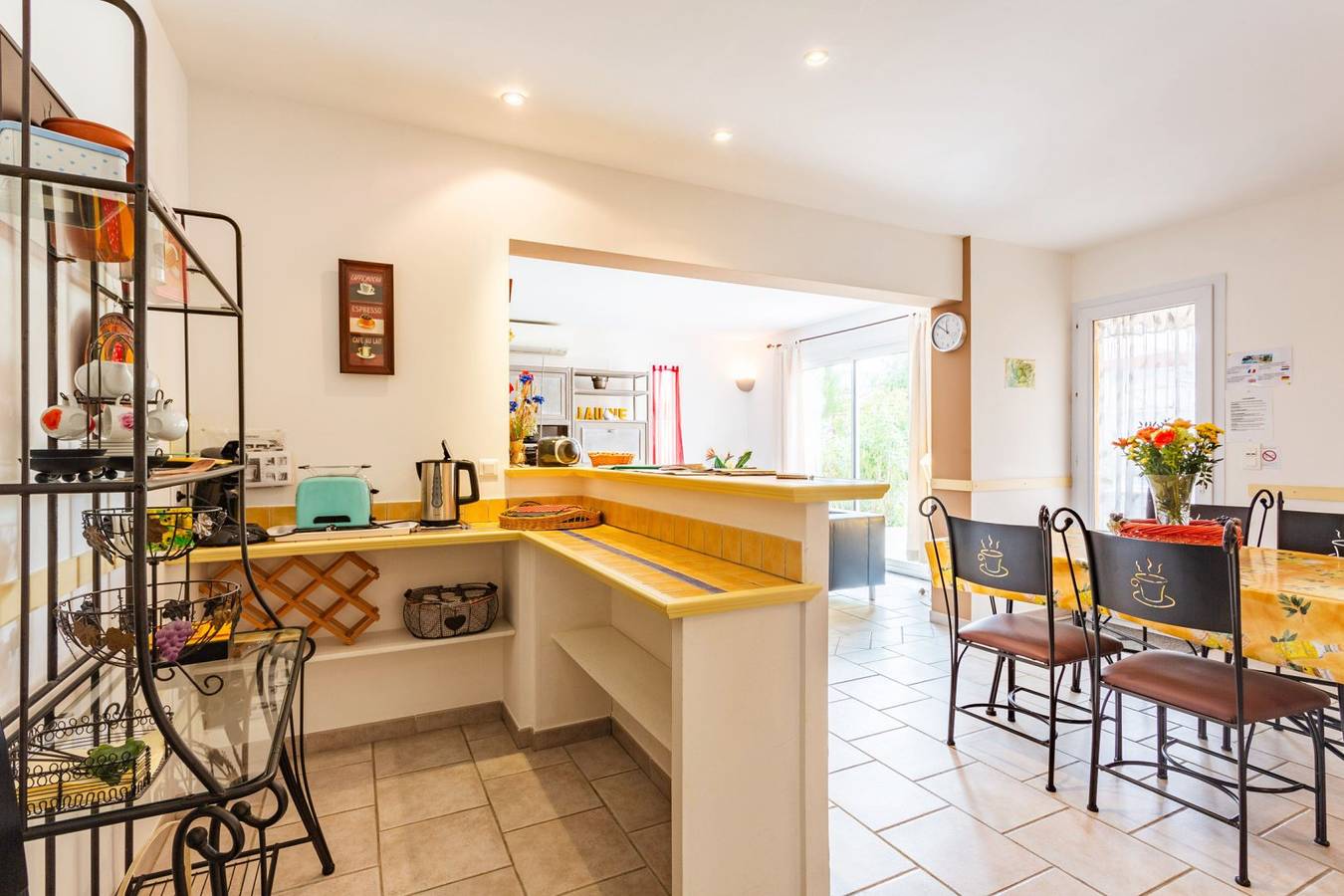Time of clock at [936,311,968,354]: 11:50
